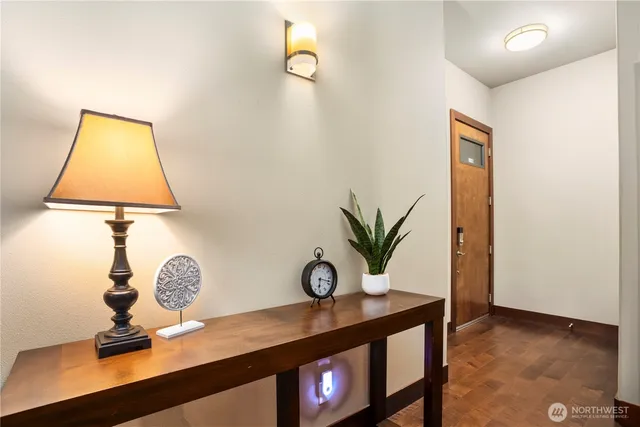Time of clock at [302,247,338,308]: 6:17
